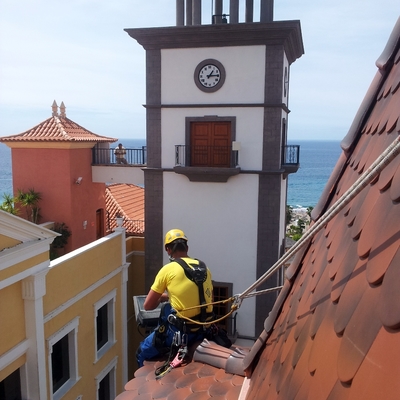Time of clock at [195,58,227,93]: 1:14
